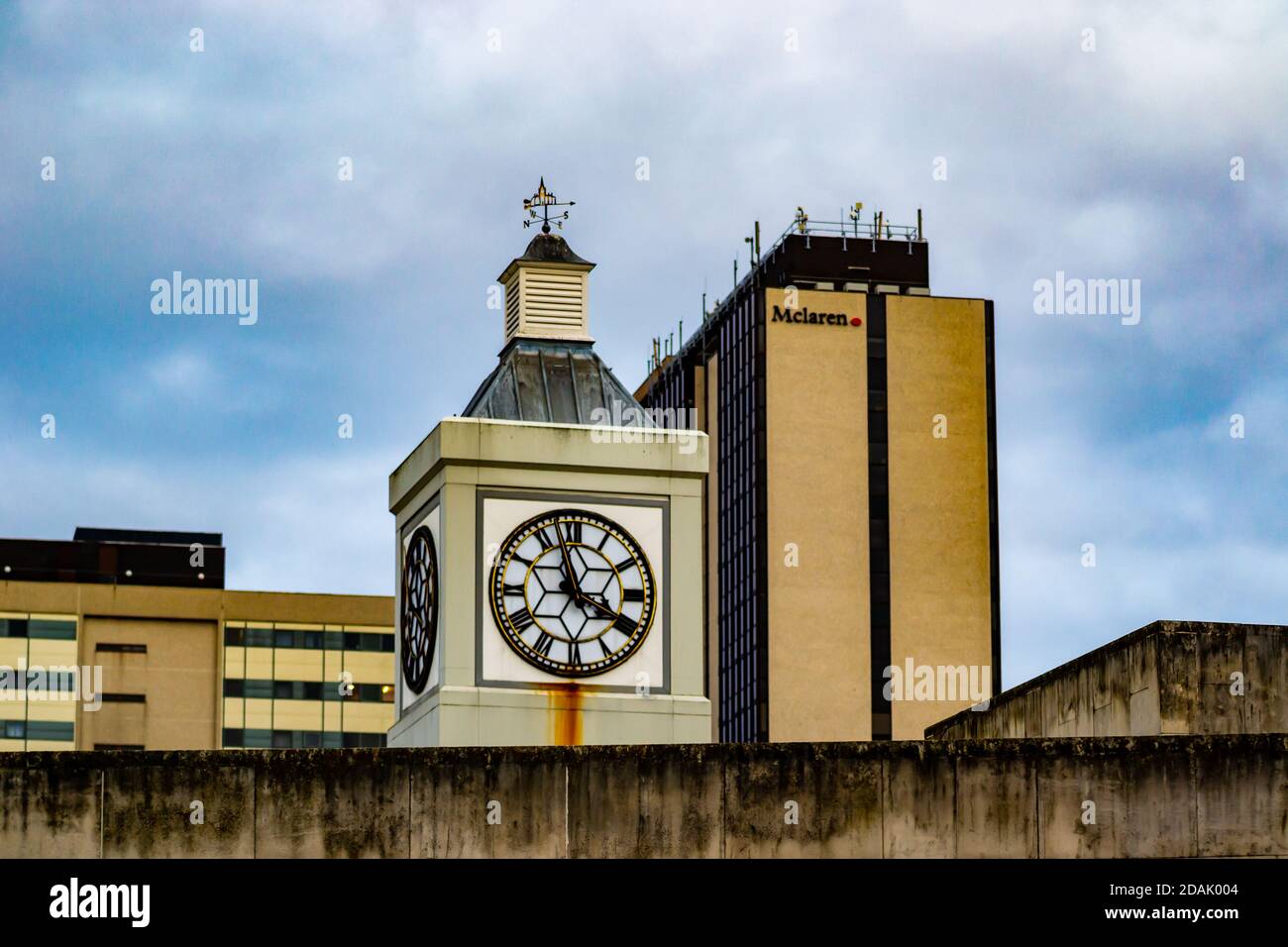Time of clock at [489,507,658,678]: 3:57
